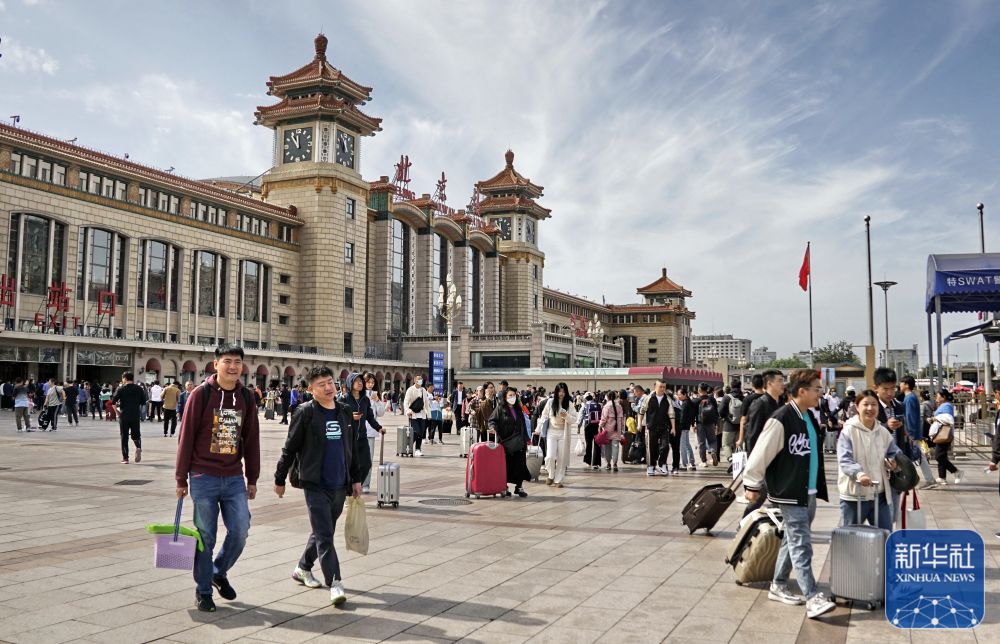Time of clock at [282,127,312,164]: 11:53
